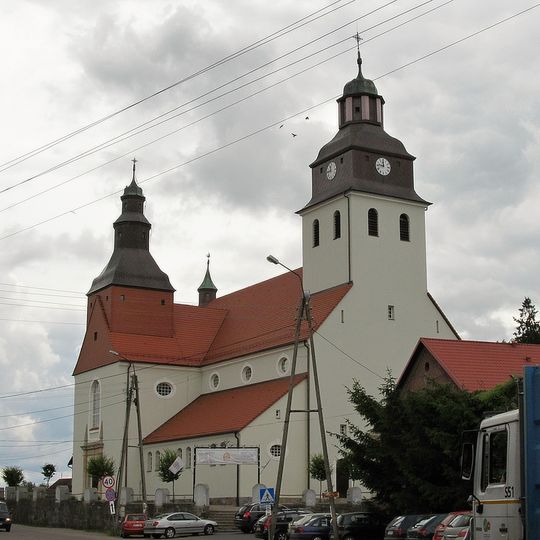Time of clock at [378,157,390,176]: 11:46
